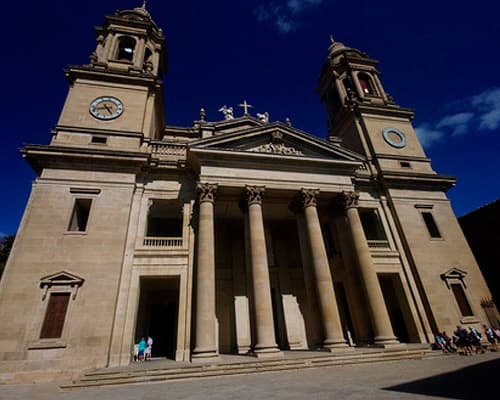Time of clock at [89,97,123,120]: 8:25
